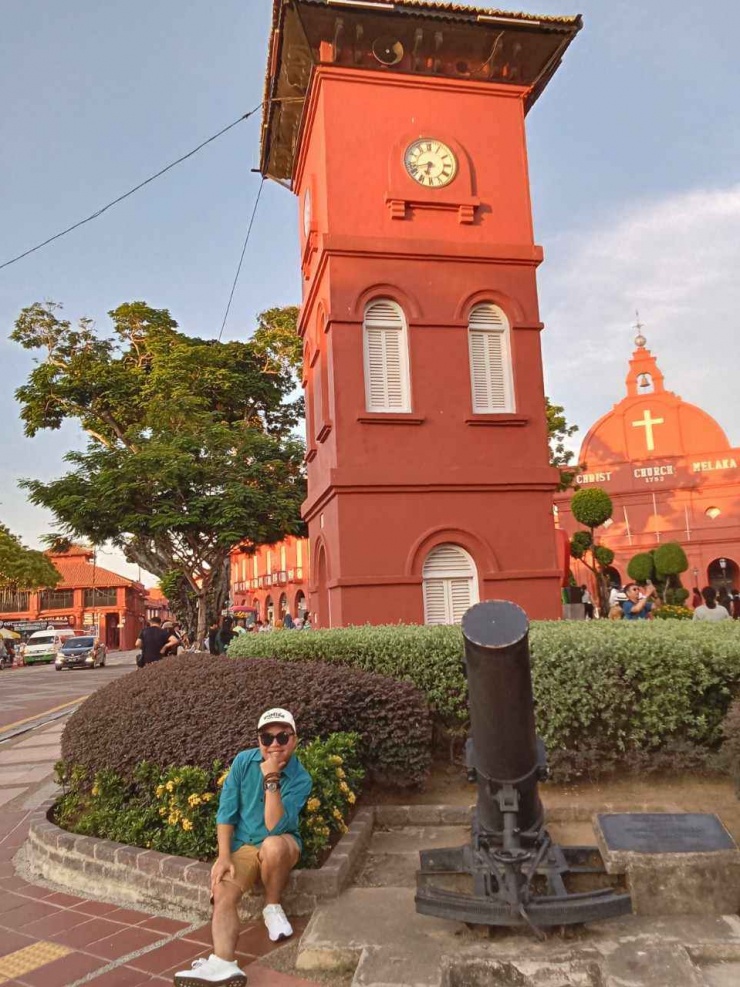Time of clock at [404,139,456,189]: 6:42
